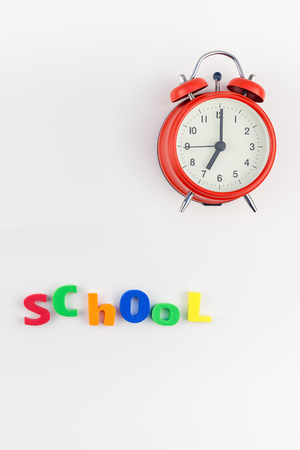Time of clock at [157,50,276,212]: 7:00
